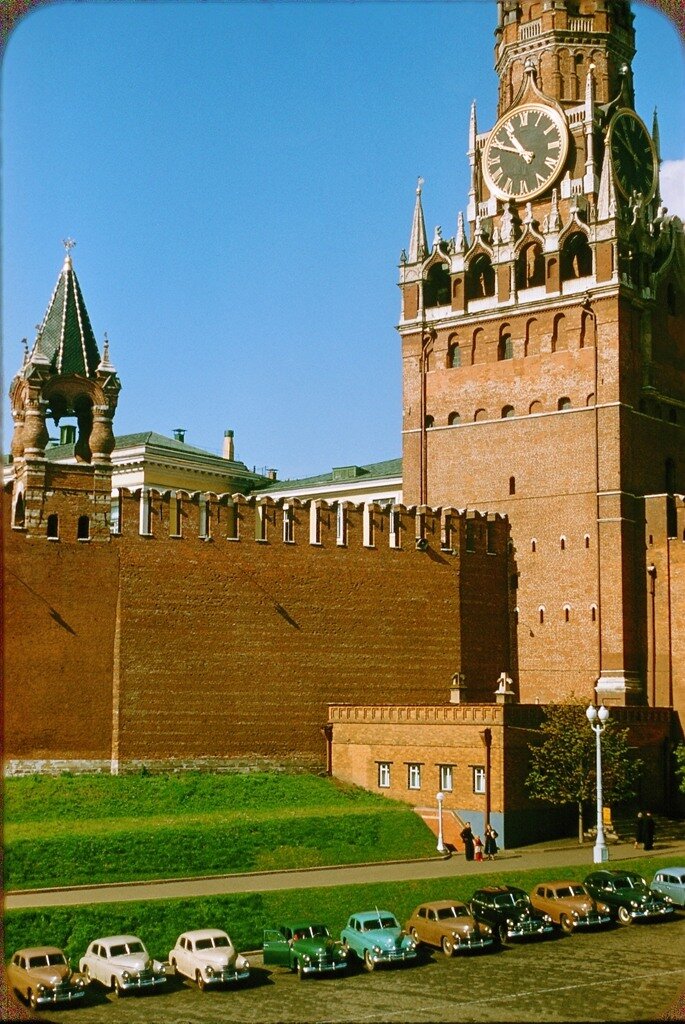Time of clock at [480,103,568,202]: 10:48
